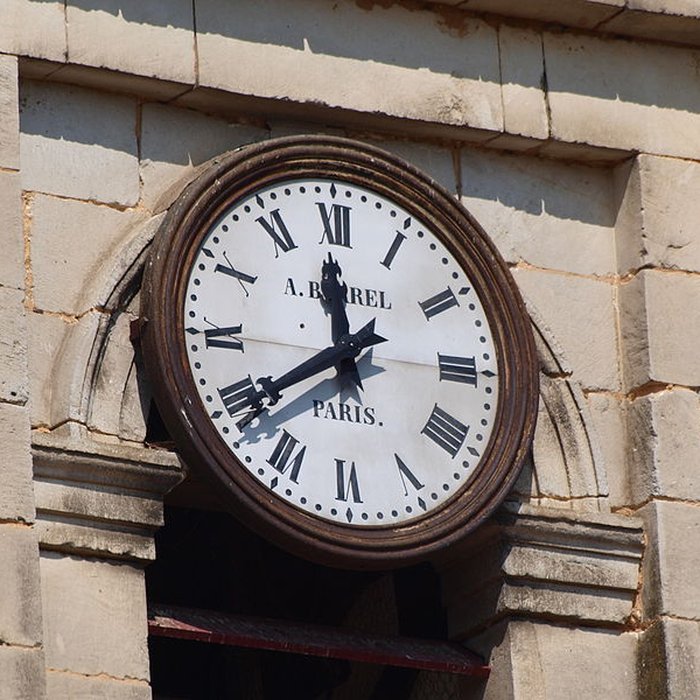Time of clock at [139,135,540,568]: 11:39
